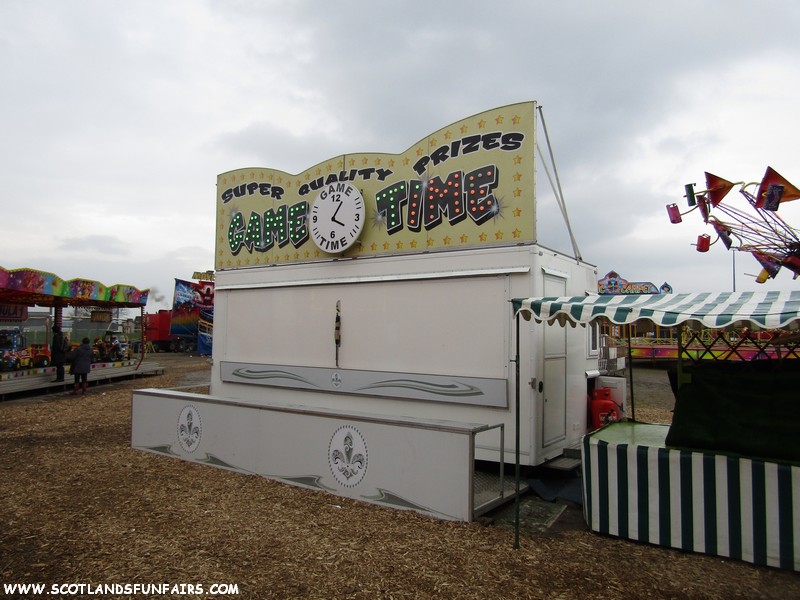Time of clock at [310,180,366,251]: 4:04
